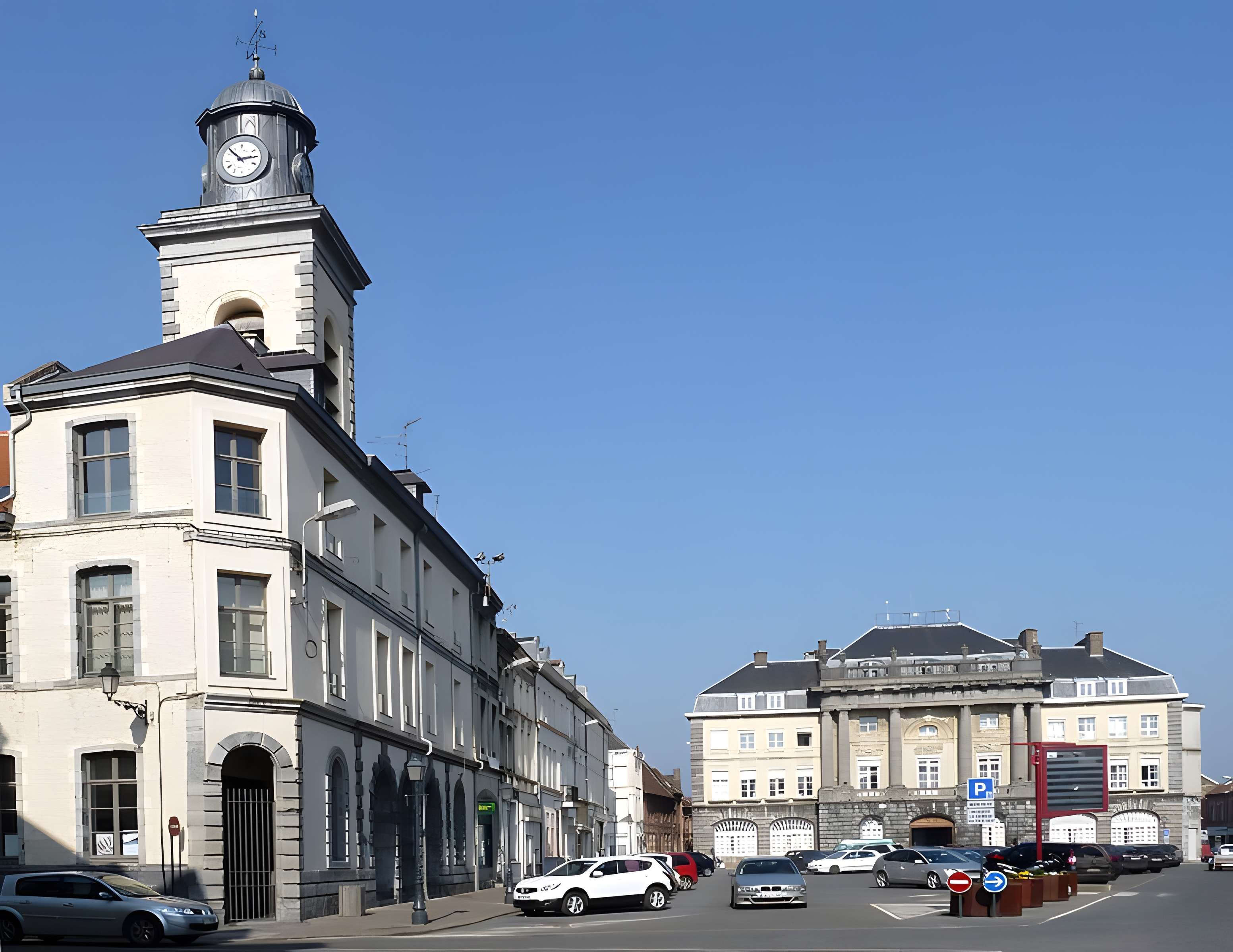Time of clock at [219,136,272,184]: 2:52
